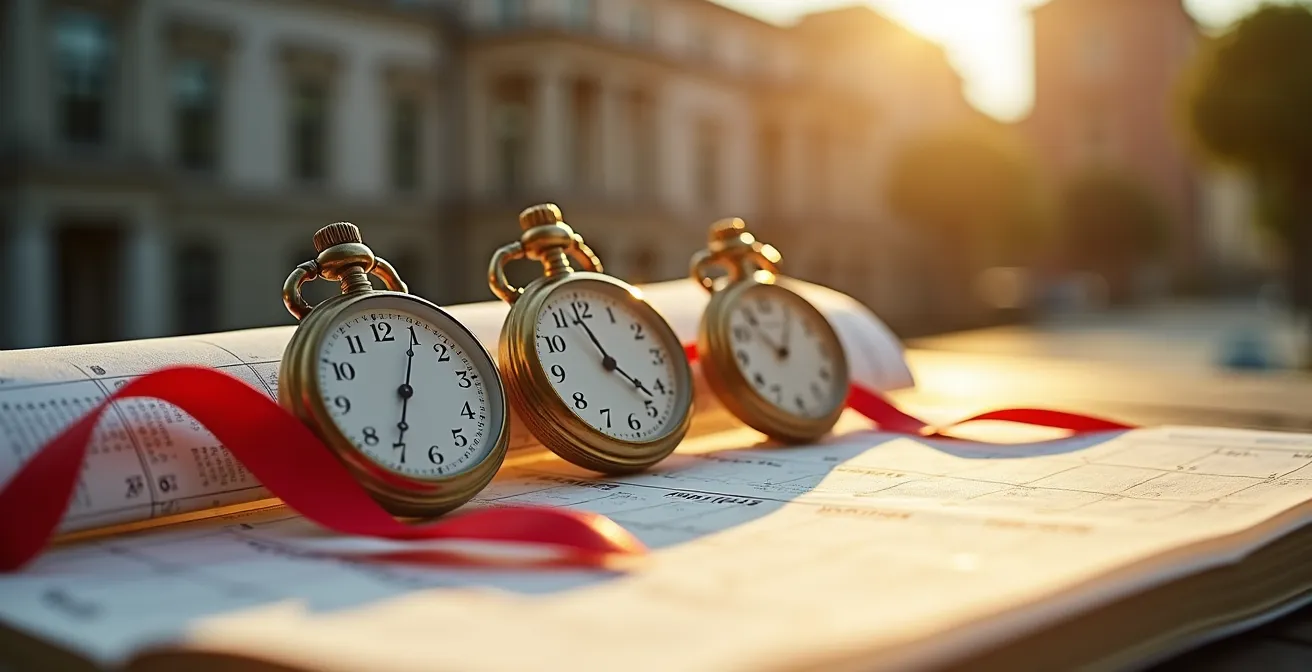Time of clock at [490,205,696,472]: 11:22
